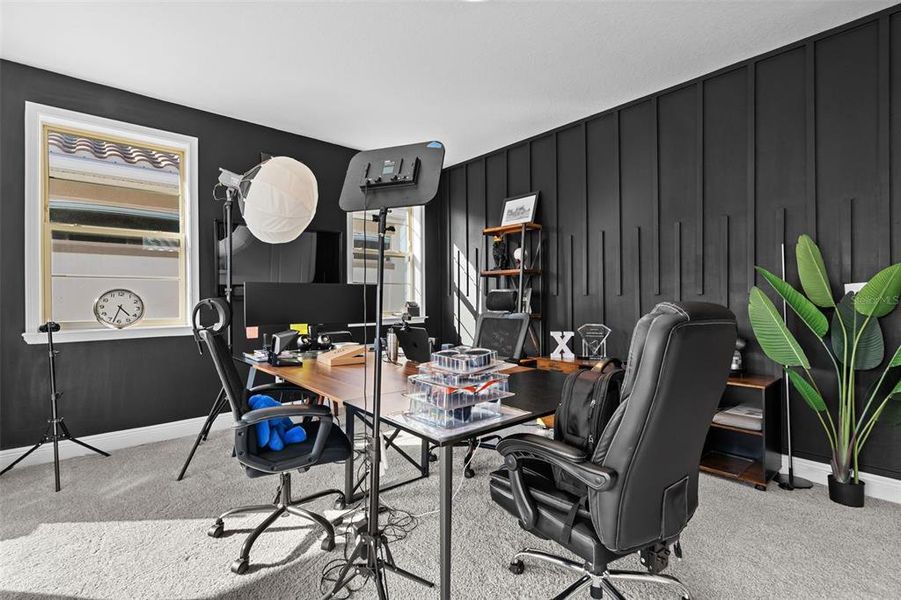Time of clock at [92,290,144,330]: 4:33
